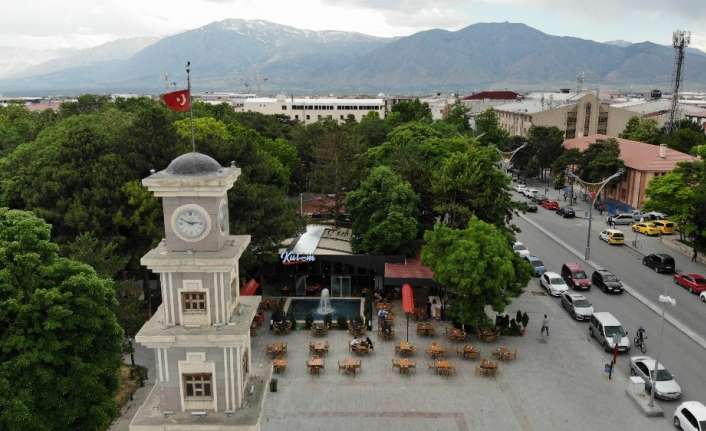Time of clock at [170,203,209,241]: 2:48
